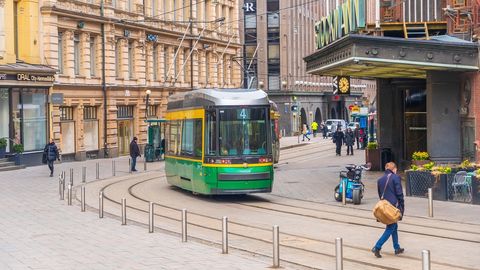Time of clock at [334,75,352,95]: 10:39
